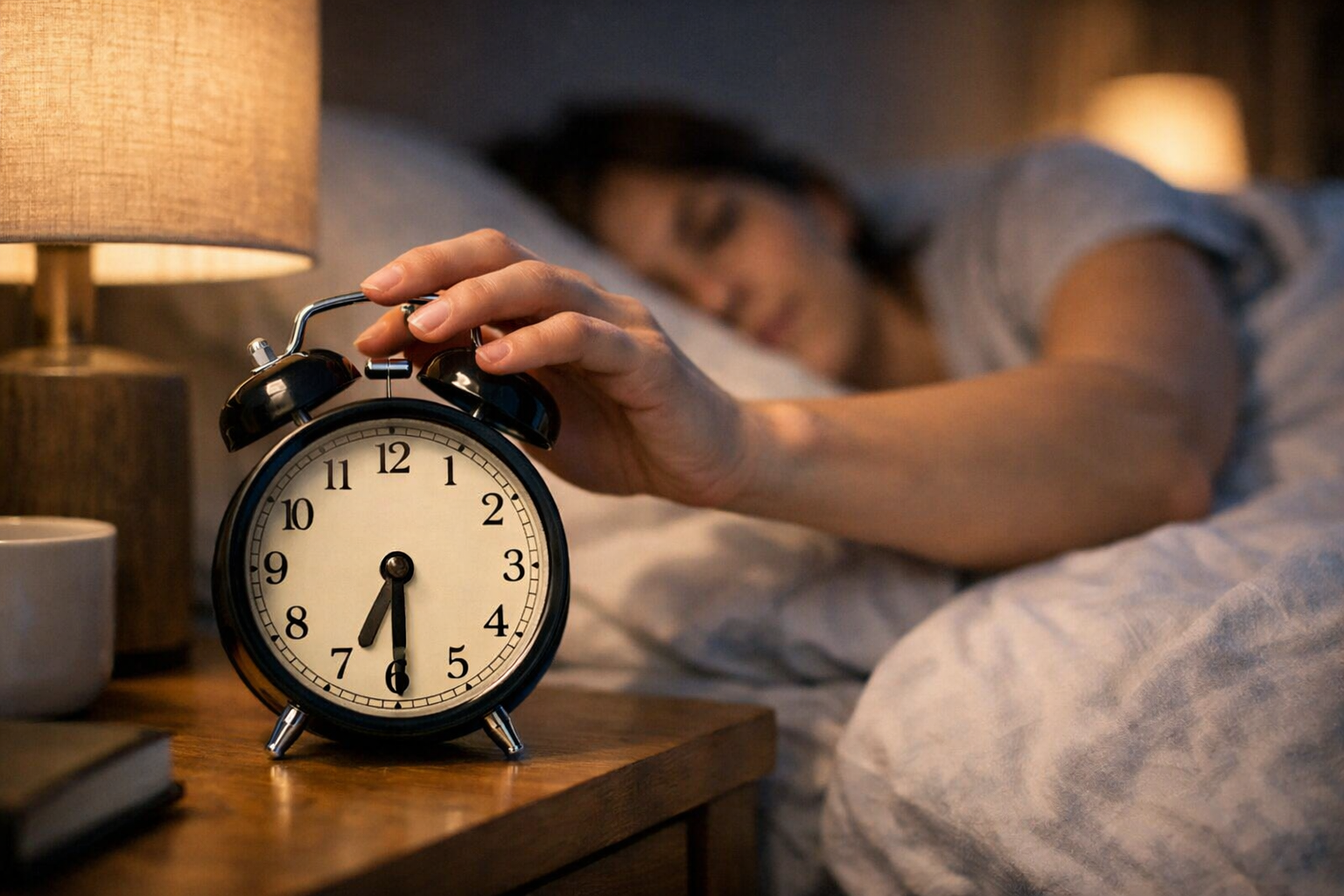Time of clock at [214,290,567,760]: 6:29
